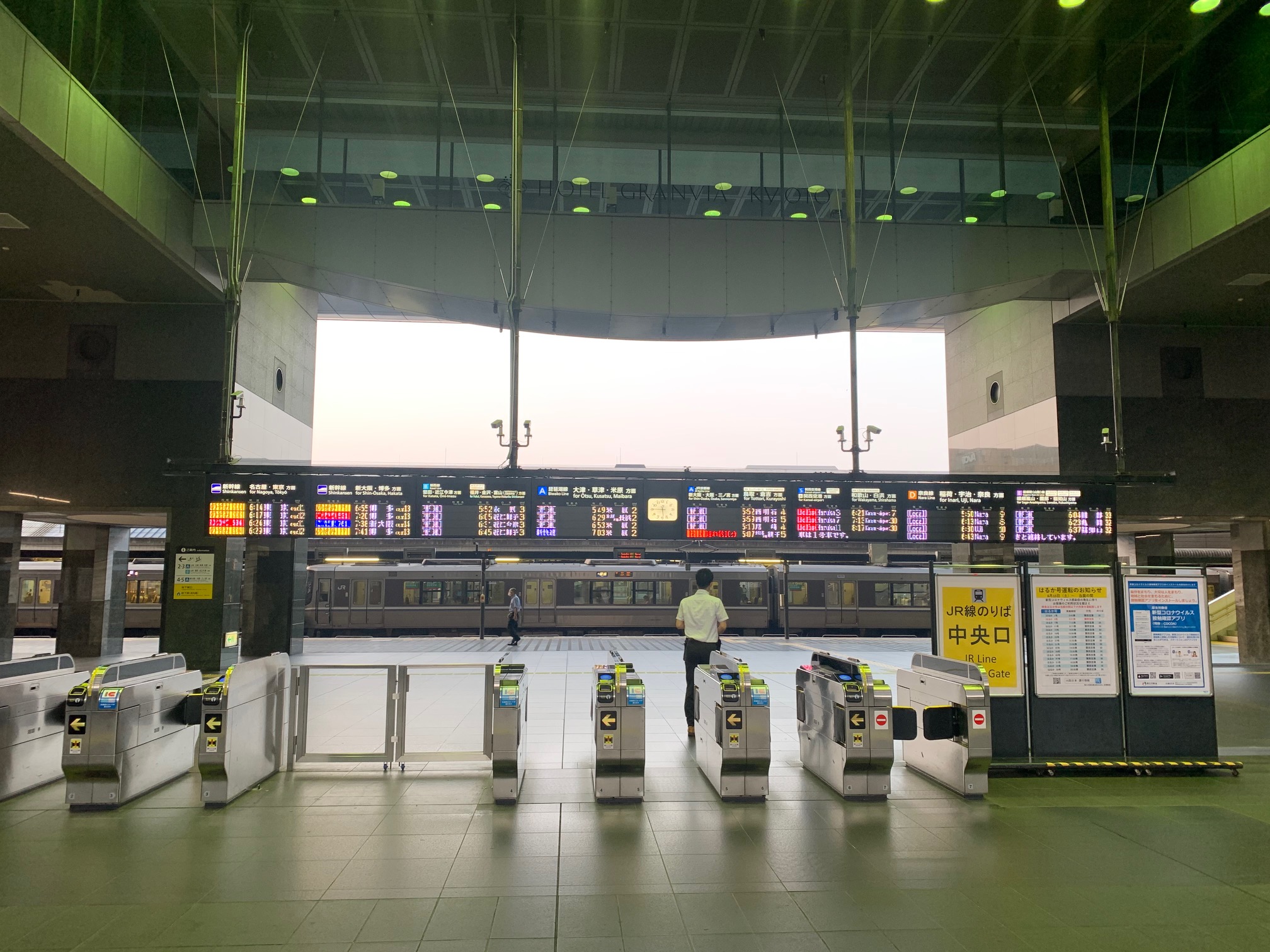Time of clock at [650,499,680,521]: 5:45
